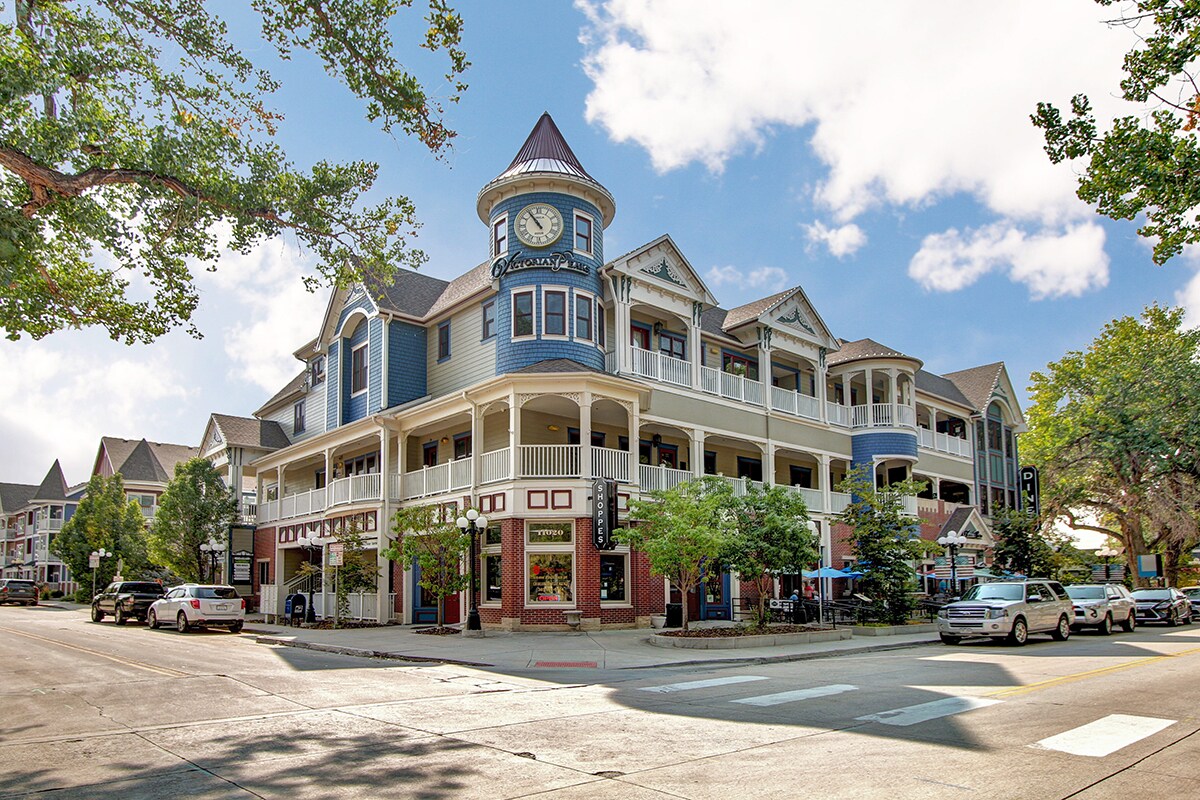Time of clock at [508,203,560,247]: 10:54
